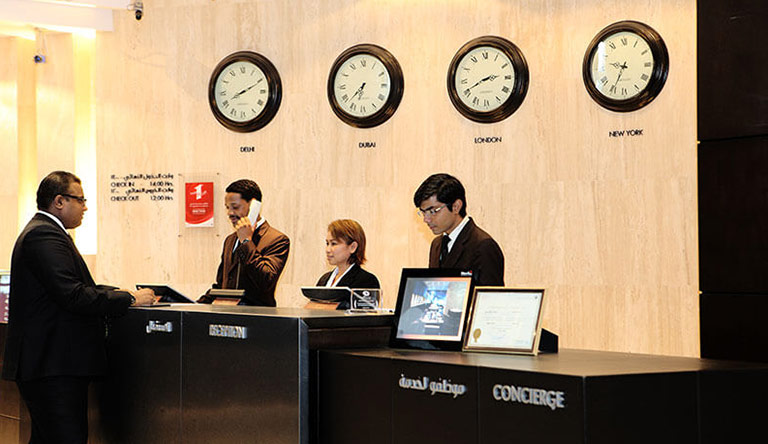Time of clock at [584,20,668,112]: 9:34
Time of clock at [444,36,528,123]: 2:40
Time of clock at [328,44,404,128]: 6:37
